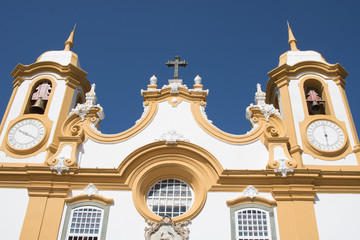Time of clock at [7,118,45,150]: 10:21
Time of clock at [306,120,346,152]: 5:59
